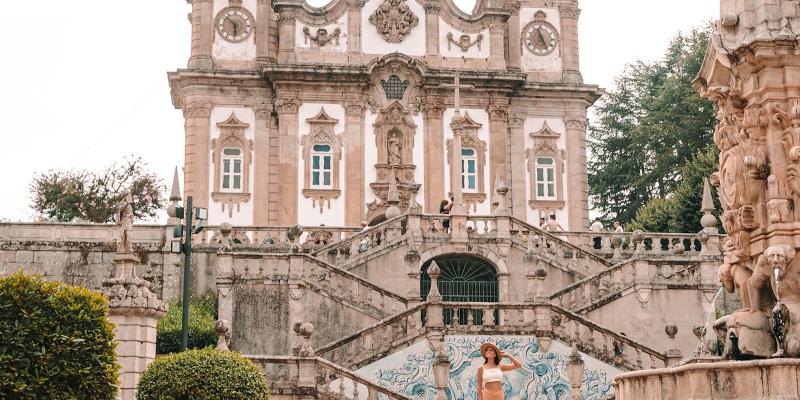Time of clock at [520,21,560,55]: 11:25
